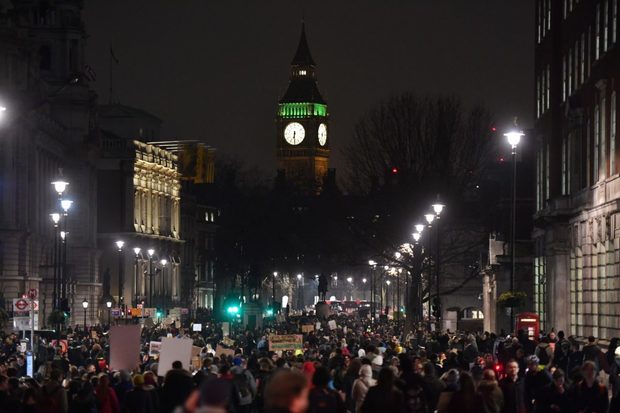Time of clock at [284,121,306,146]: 6:29
